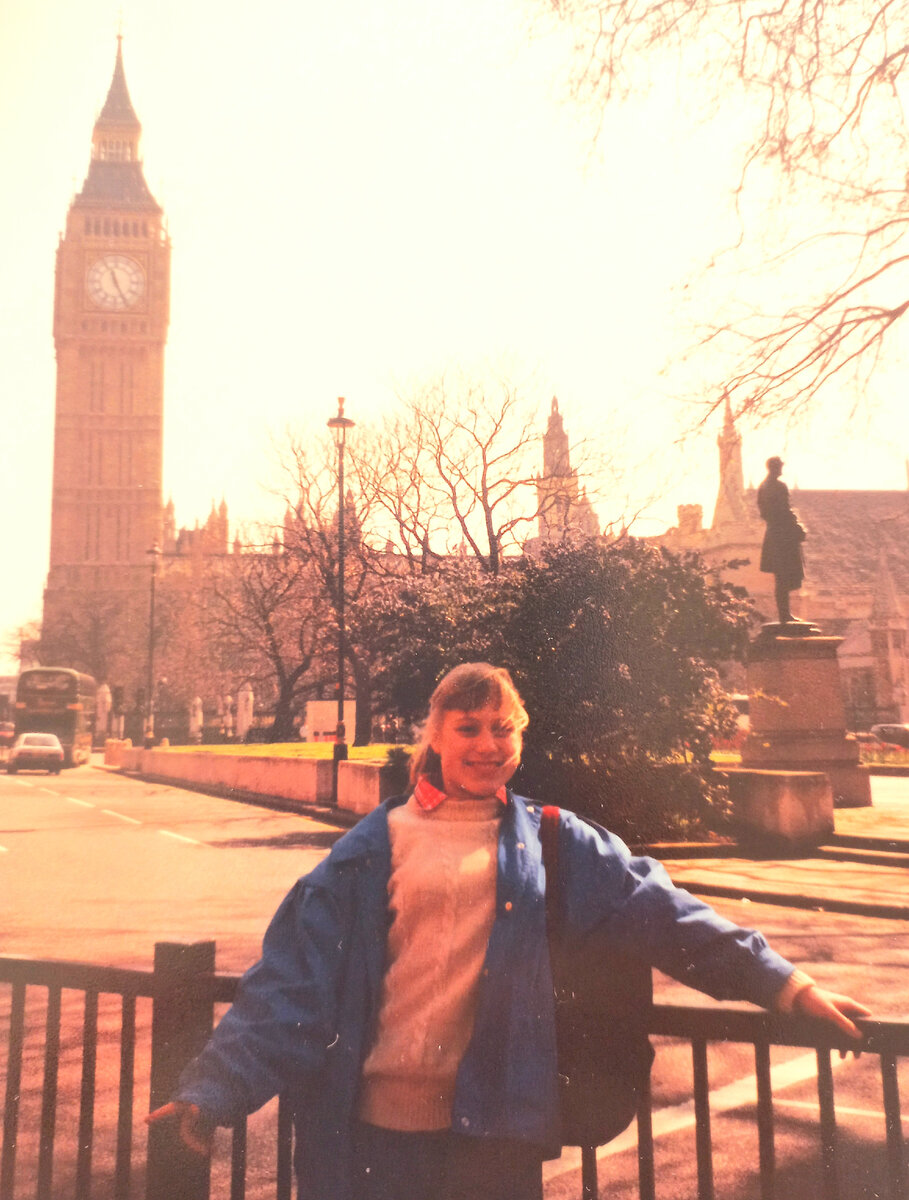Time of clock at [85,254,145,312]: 11:25
